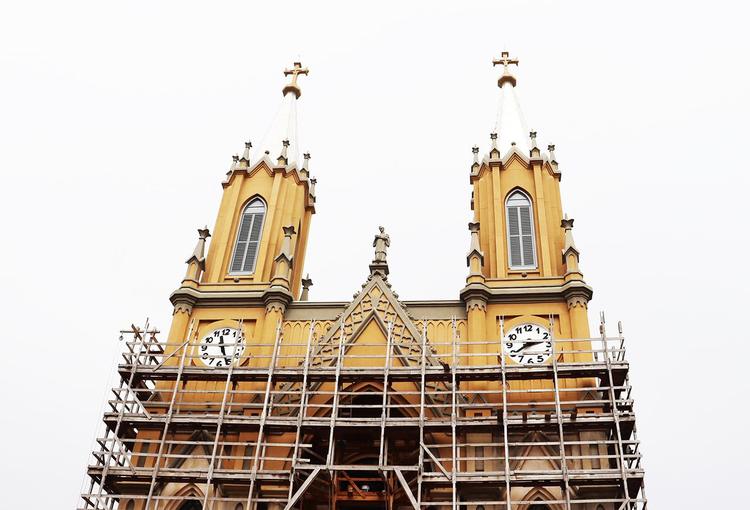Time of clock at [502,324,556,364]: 2:39
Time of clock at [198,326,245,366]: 11:26
